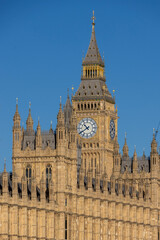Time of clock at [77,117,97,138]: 10:39
